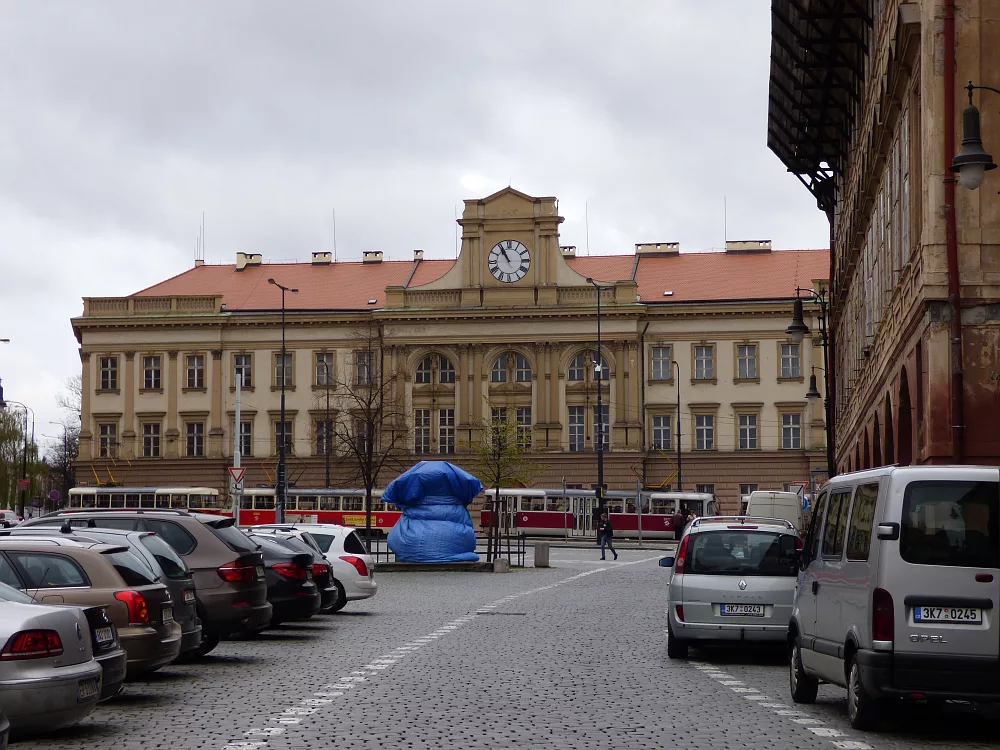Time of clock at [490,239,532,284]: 10:55
